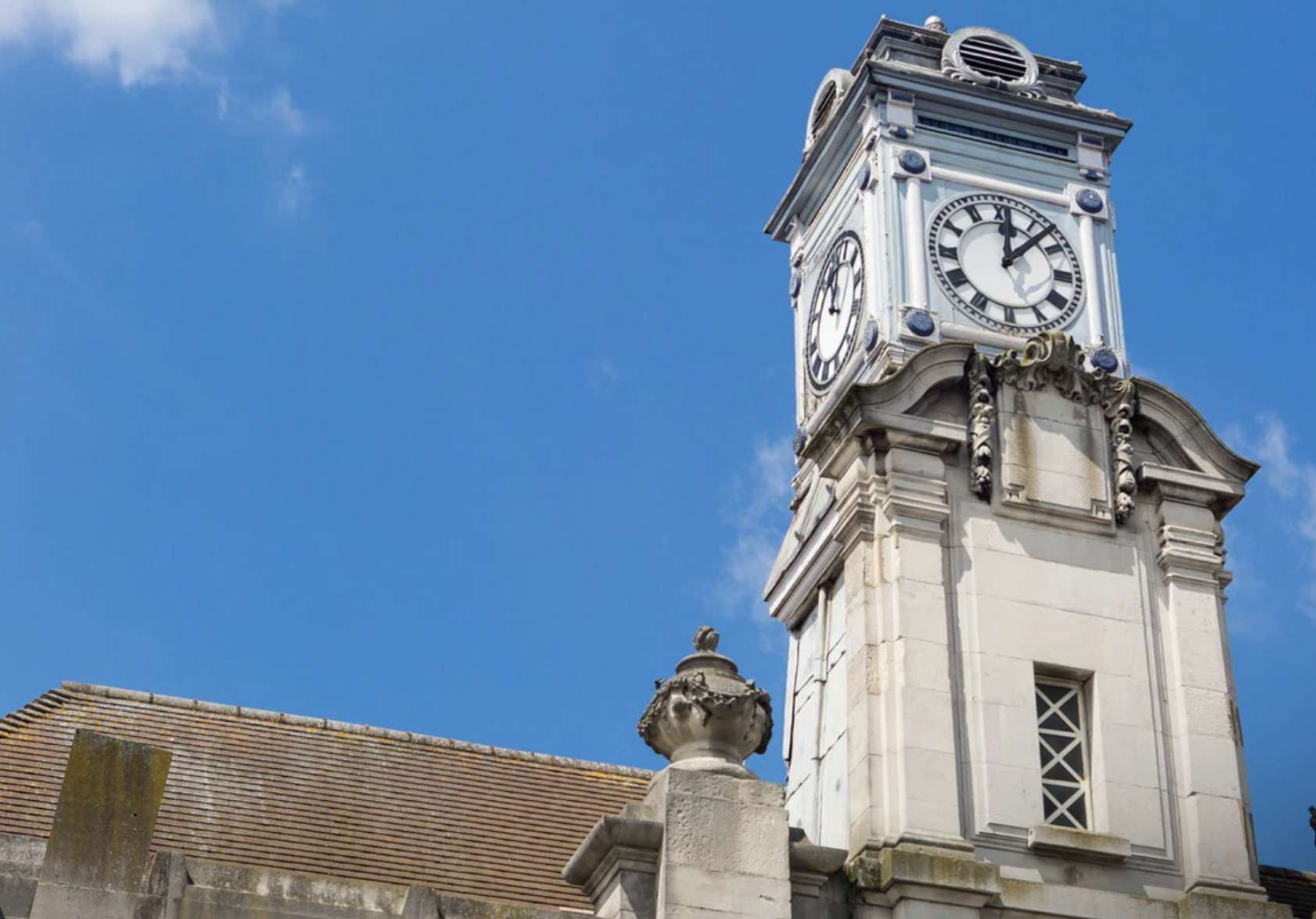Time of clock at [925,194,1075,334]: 12:07
